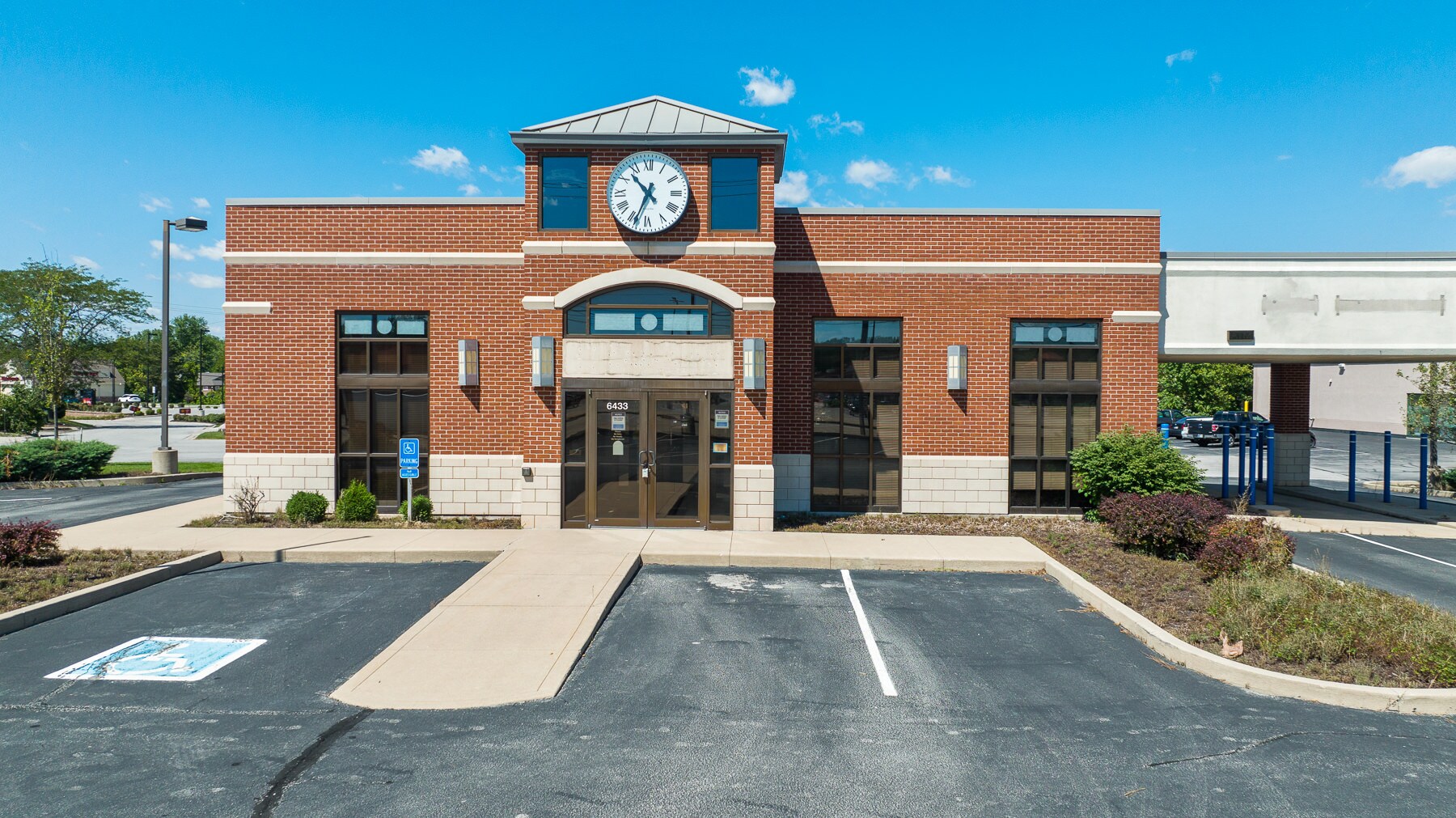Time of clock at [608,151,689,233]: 10:34
